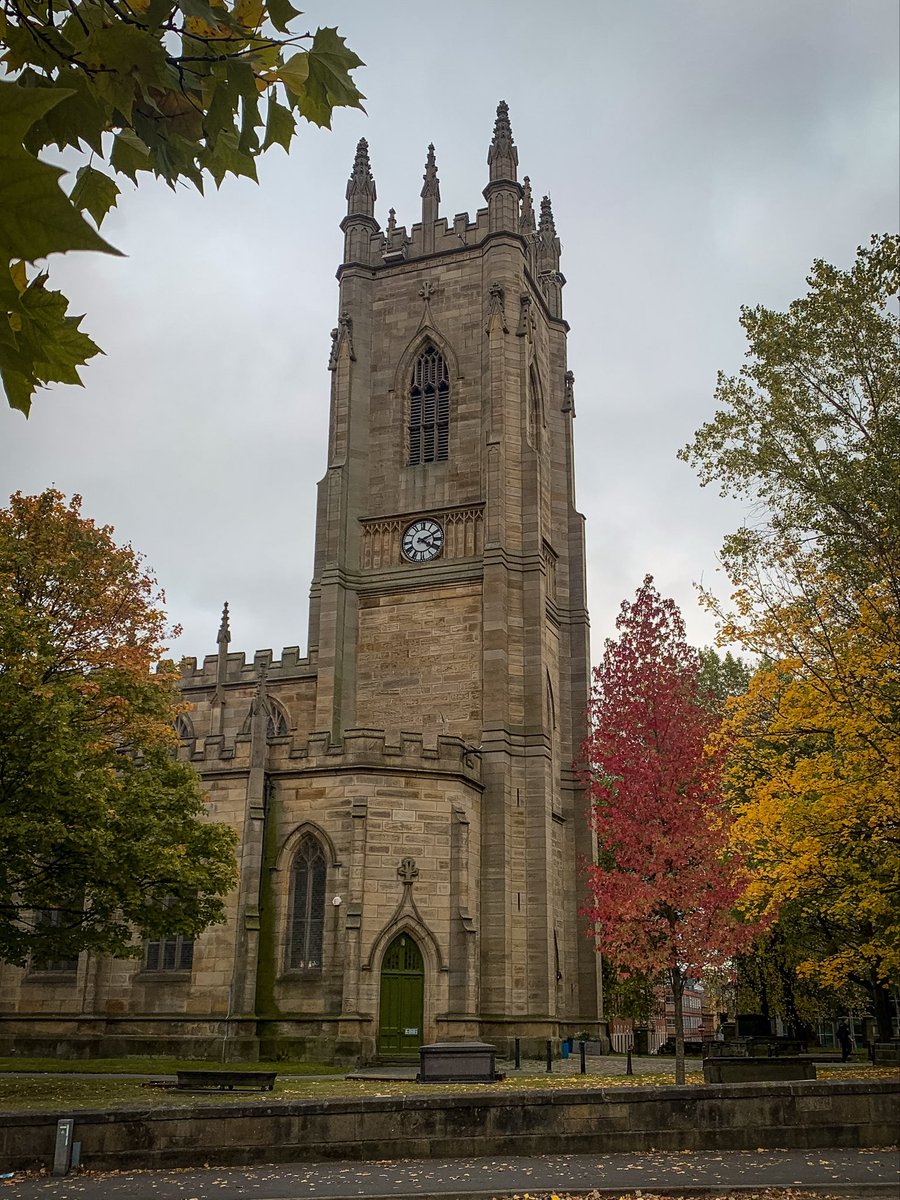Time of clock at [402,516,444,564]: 4:10
